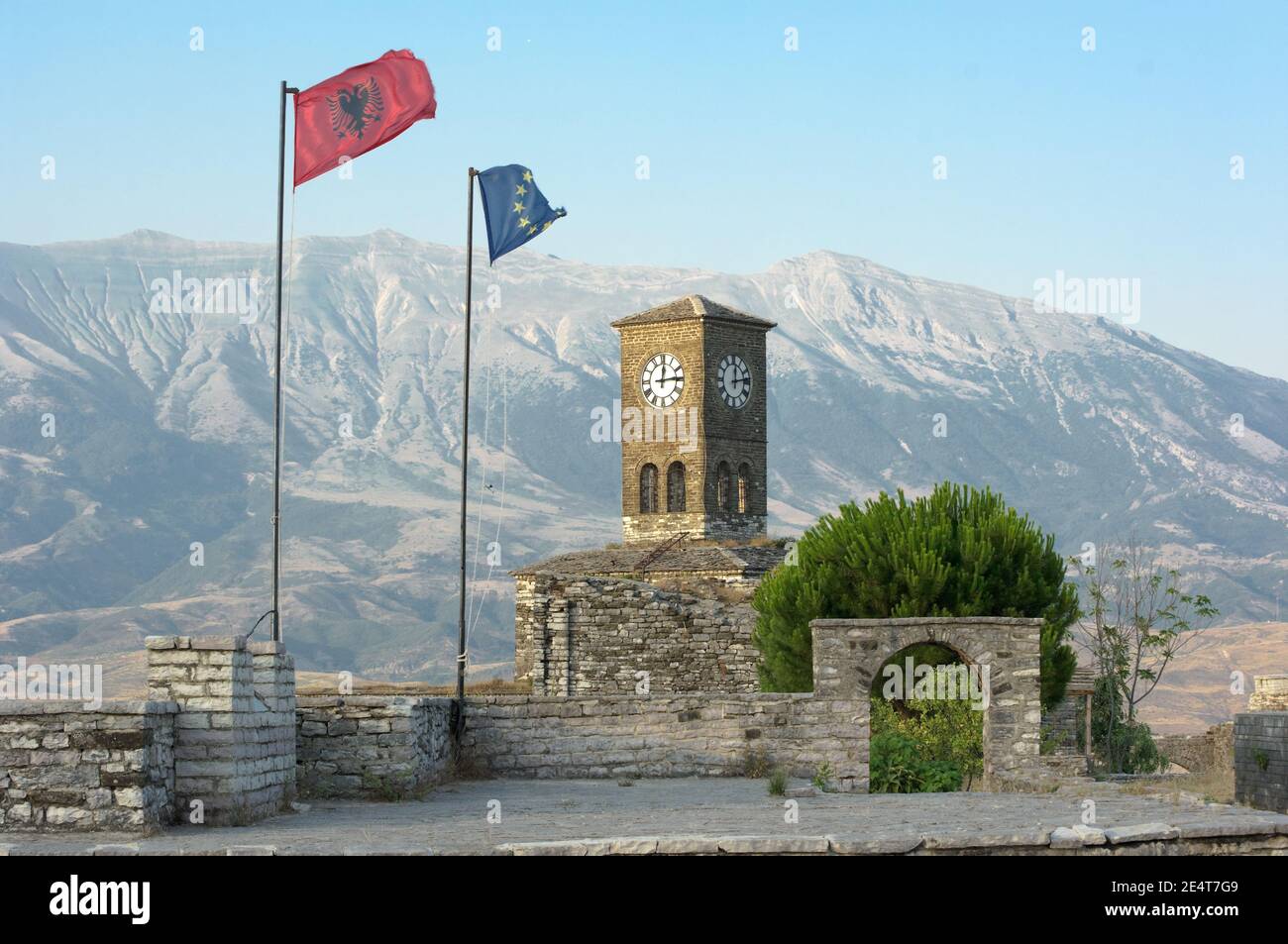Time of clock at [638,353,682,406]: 12:13
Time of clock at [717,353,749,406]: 12:13
